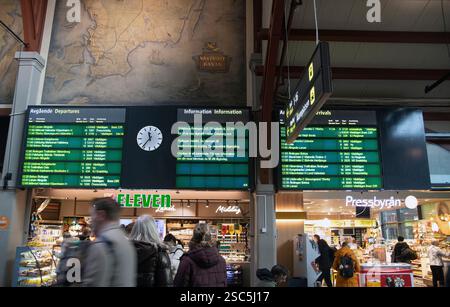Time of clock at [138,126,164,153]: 11:36
